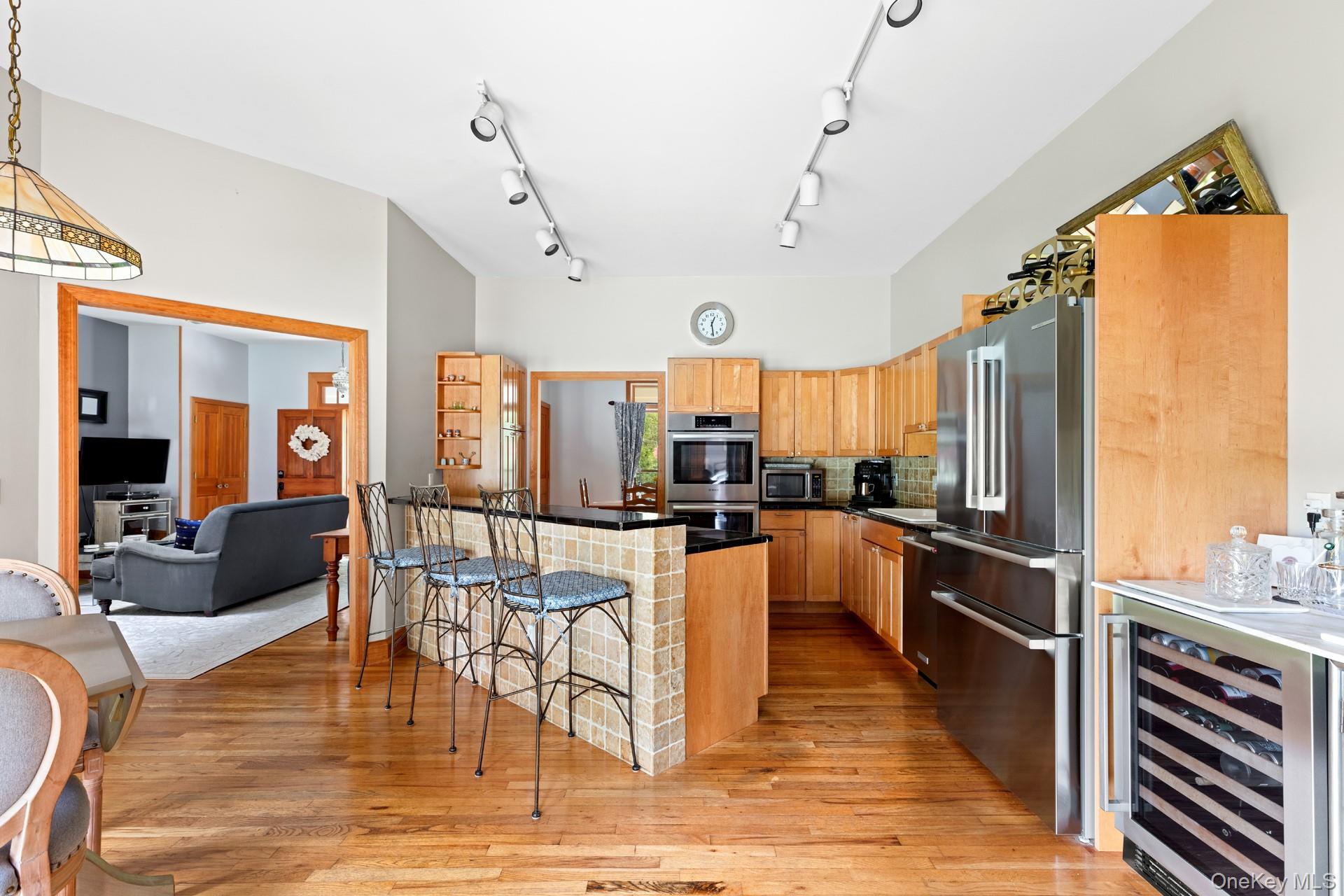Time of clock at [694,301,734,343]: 12:28
